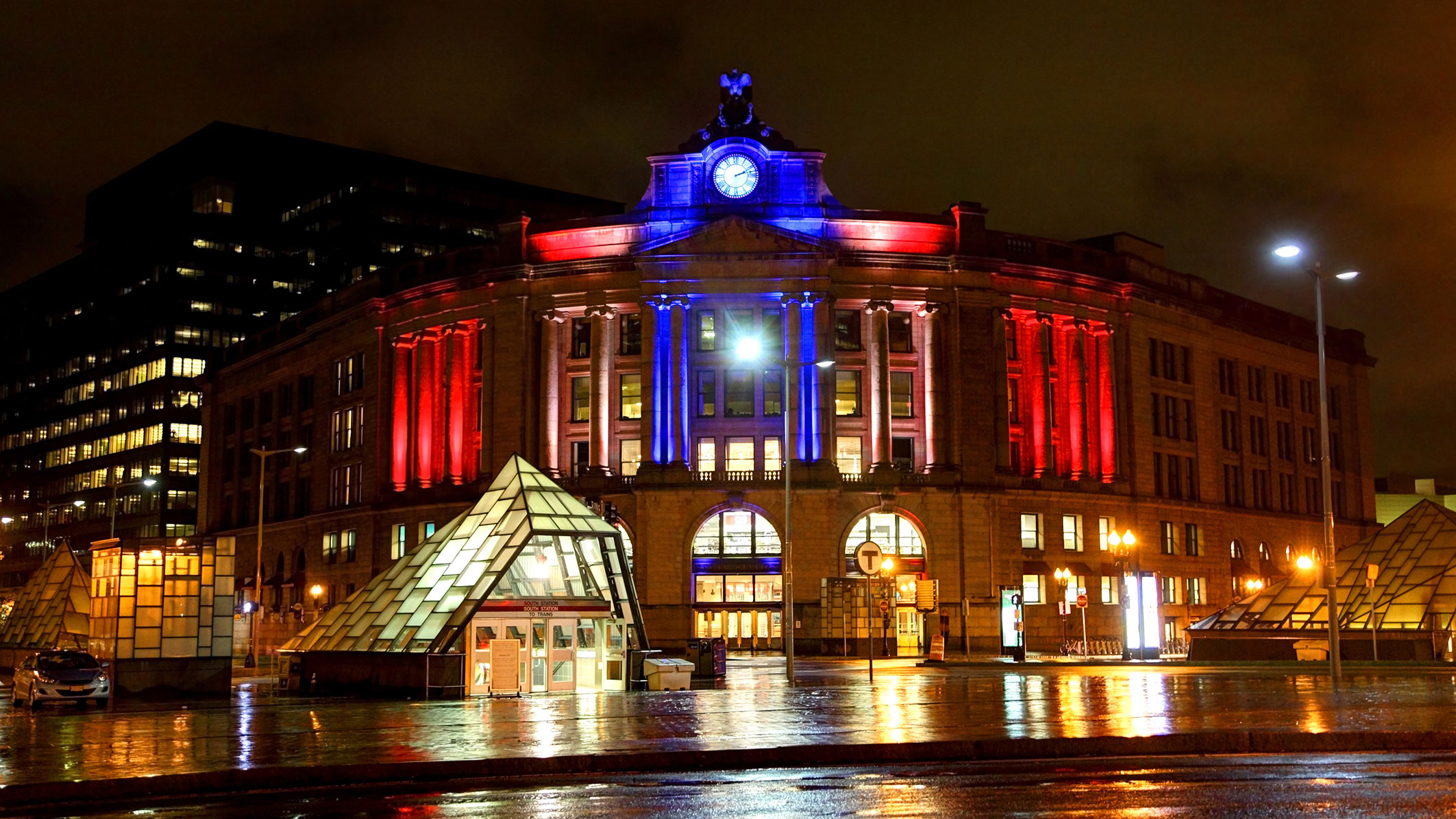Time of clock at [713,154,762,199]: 2:12
